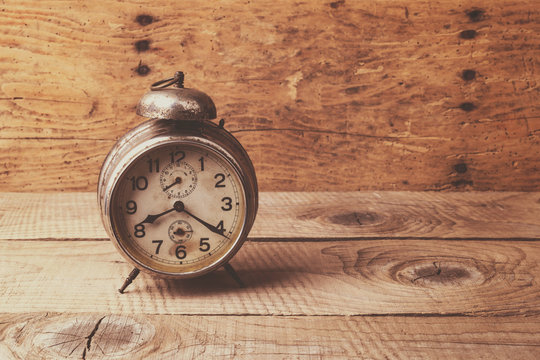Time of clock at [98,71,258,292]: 8:20
